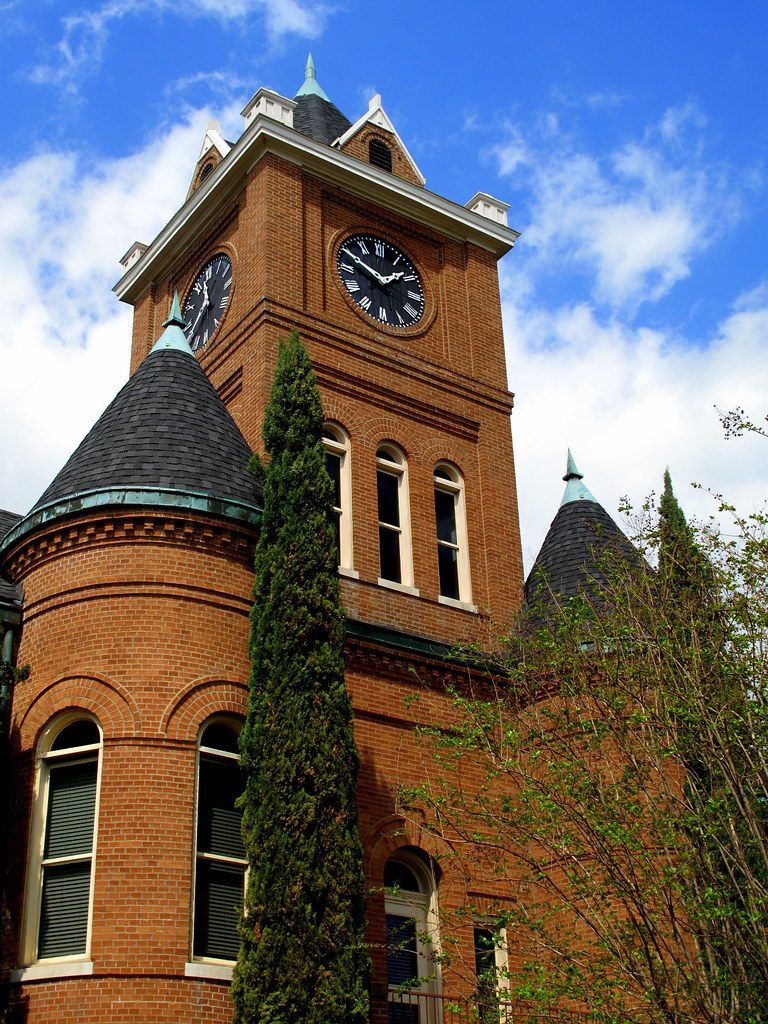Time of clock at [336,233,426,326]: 1:49
